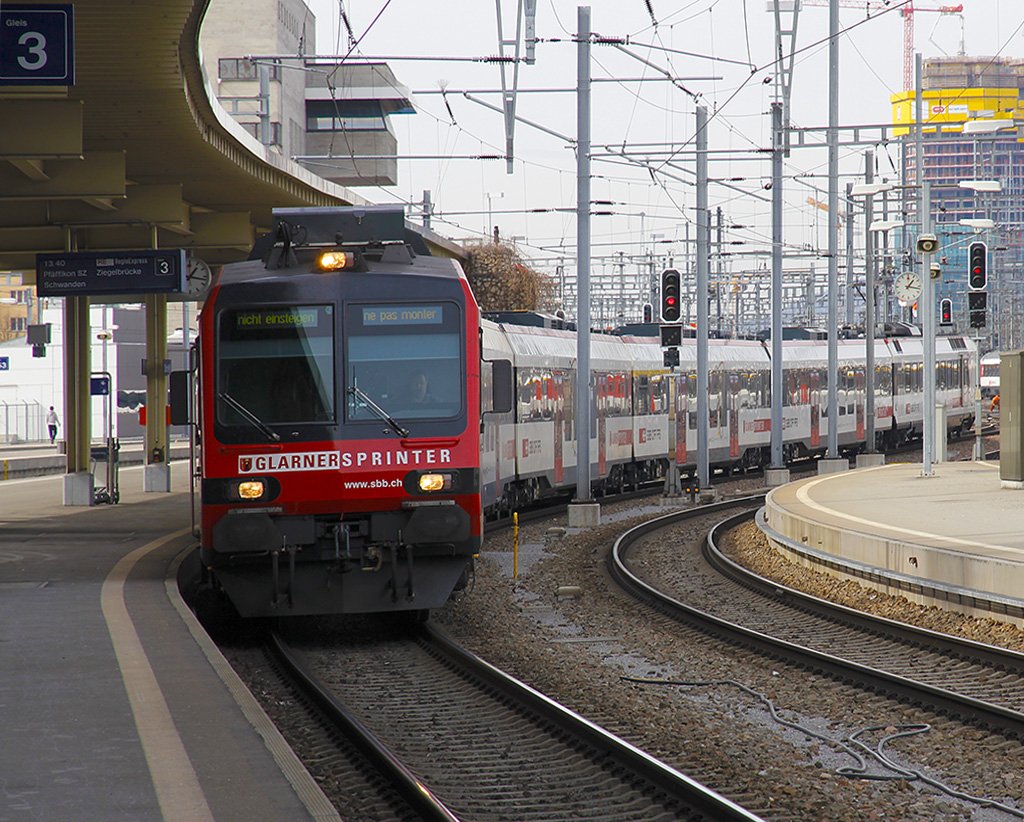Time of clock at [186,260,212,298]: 1:16
